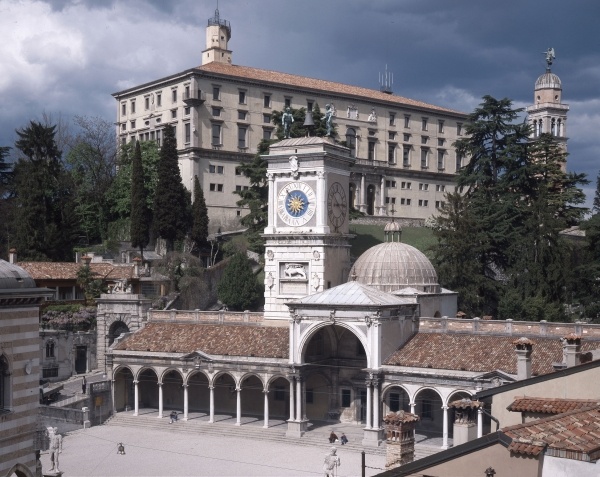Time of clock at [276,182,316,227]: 6:14
